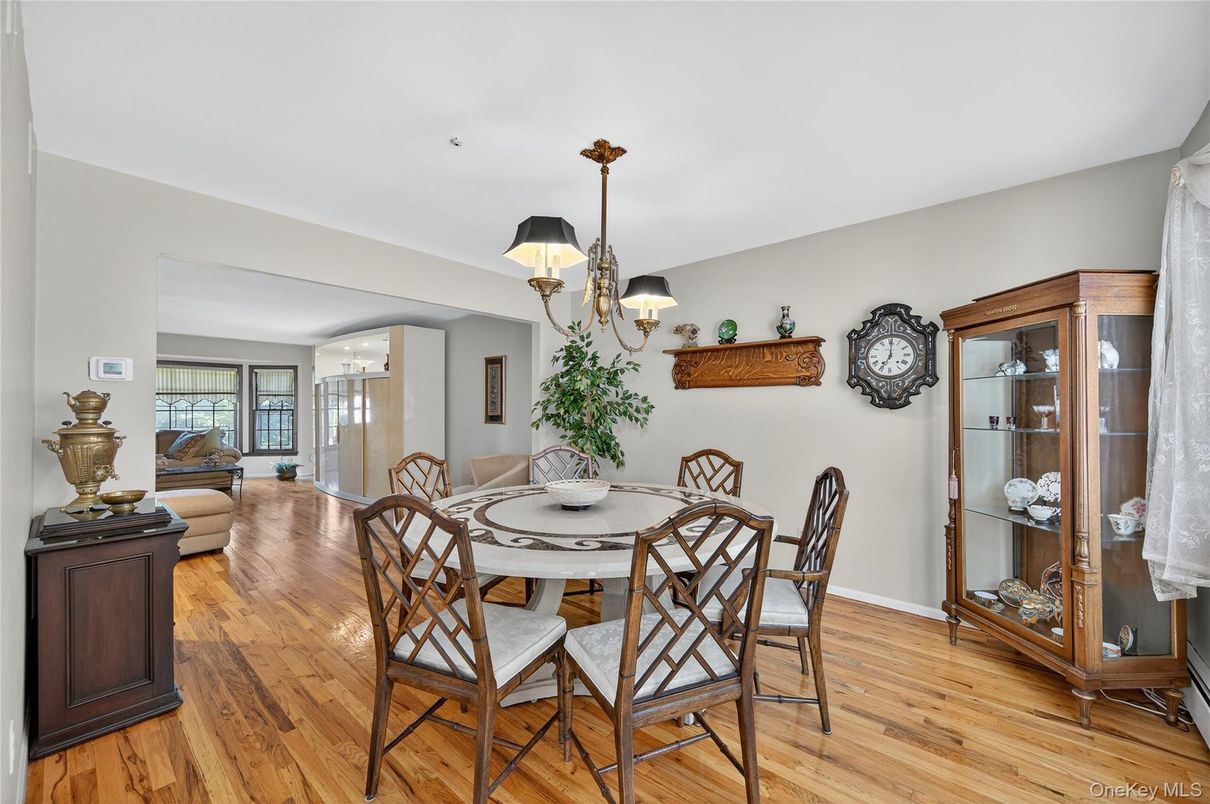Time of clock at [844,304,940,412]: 7:00
